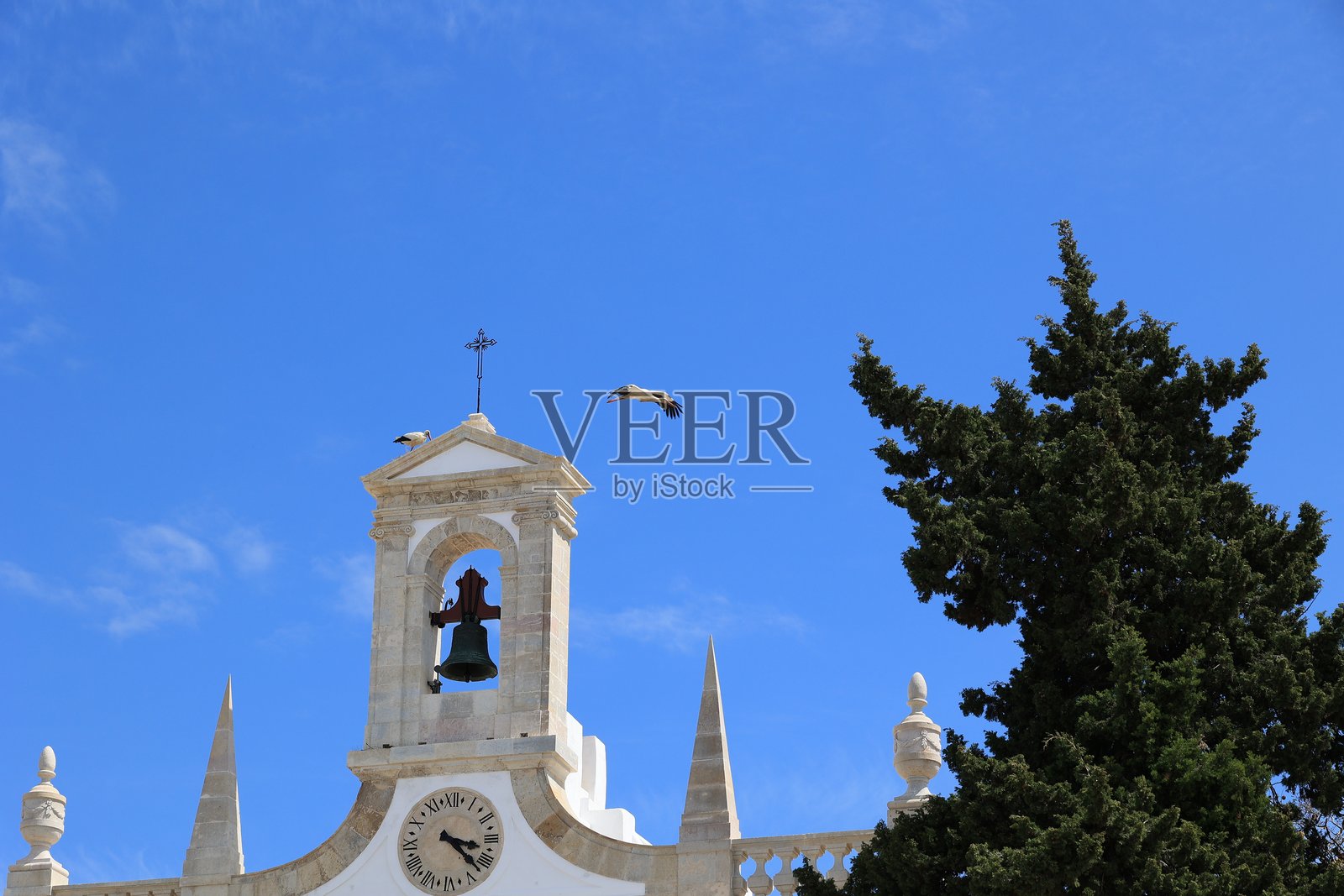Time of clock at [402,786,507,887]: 3:22
